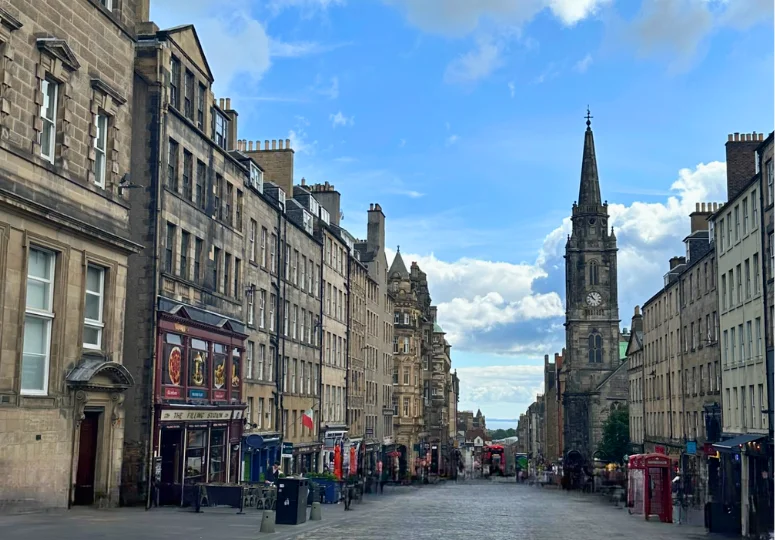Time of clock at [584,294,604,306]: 10:51
